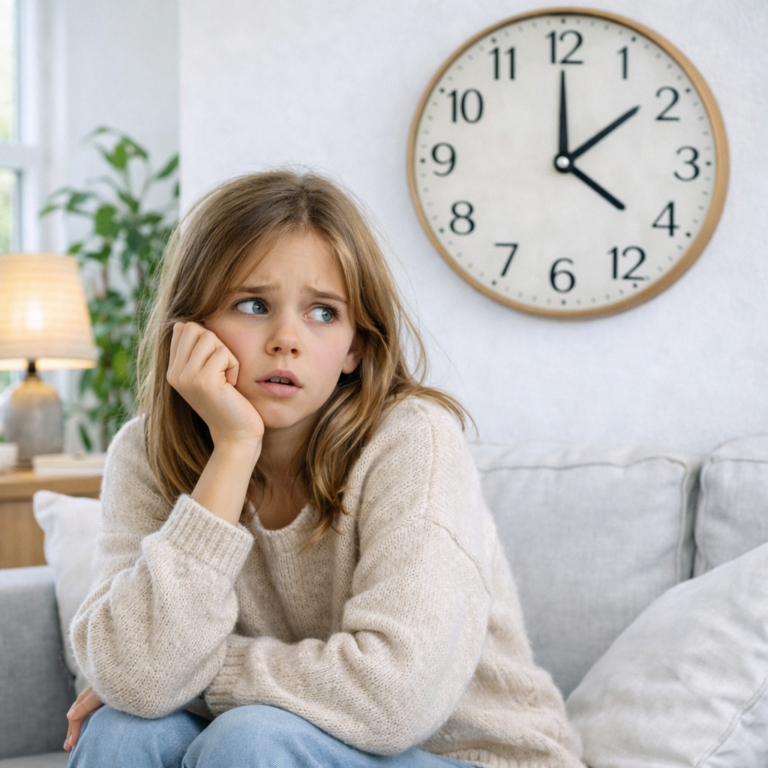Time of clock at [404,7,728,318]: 4:08
